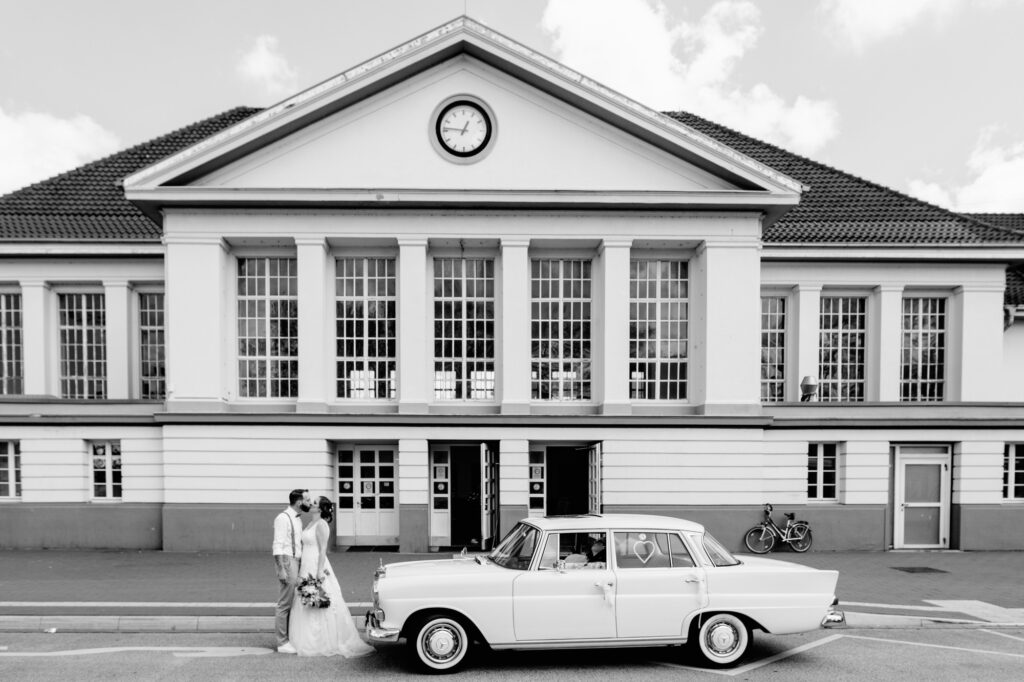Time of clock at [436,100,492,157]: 12:46
